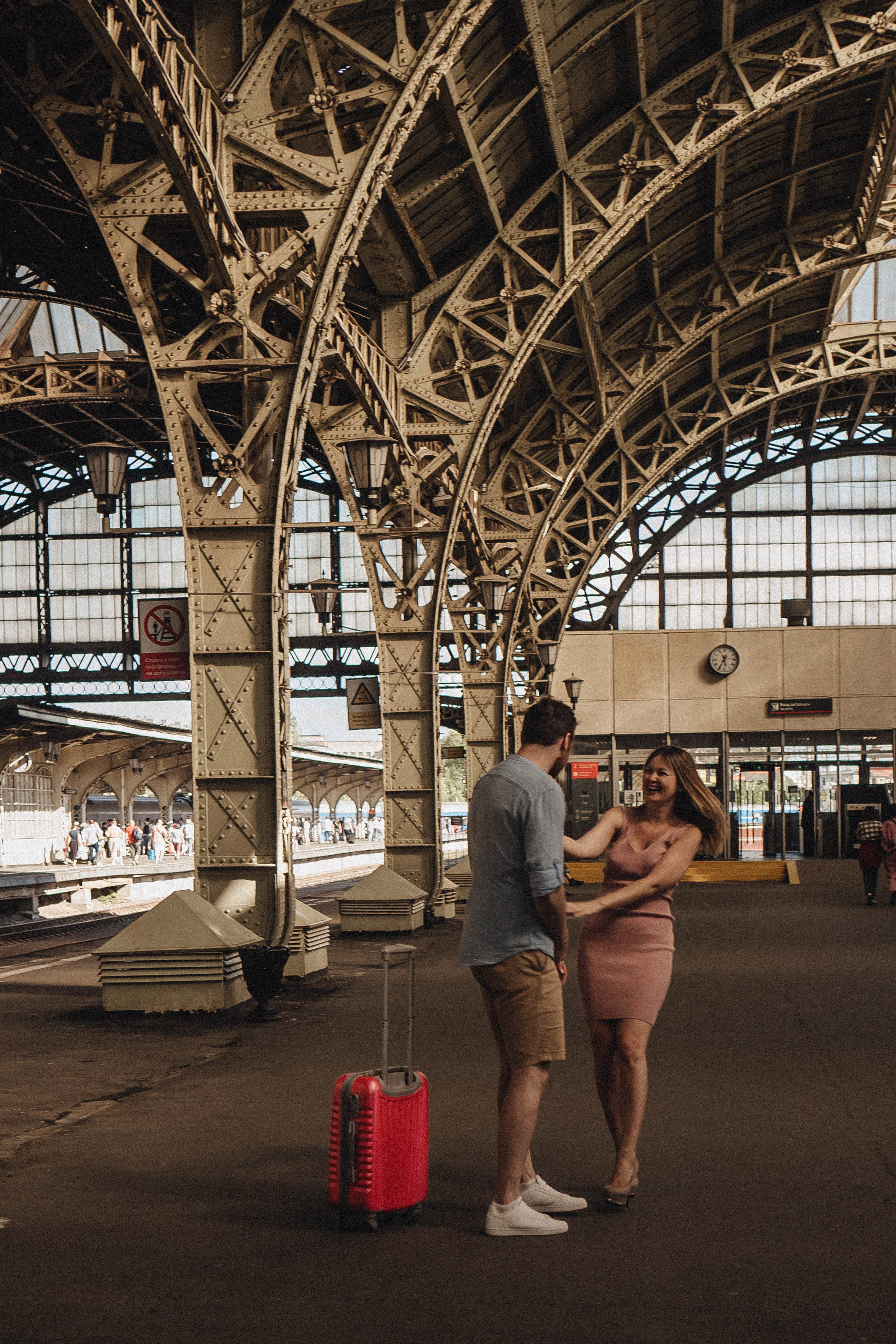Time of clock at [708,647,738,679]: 5:35
